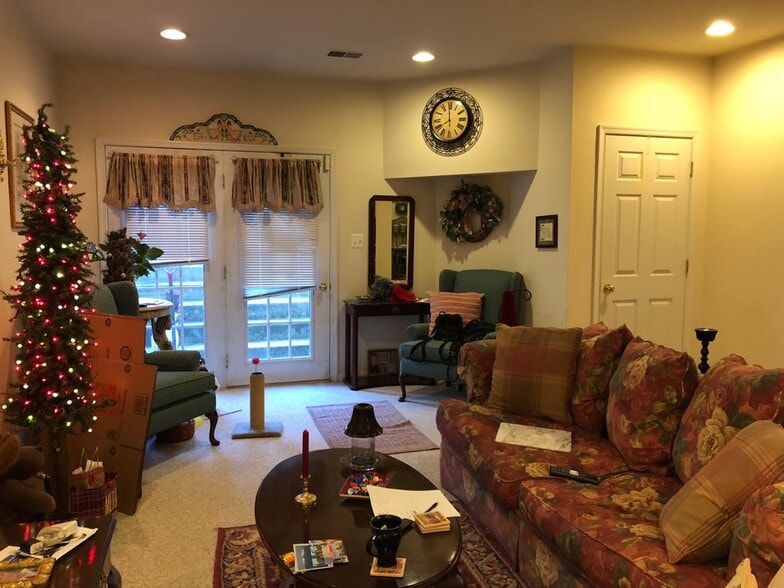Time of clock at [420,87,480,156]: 7:59
